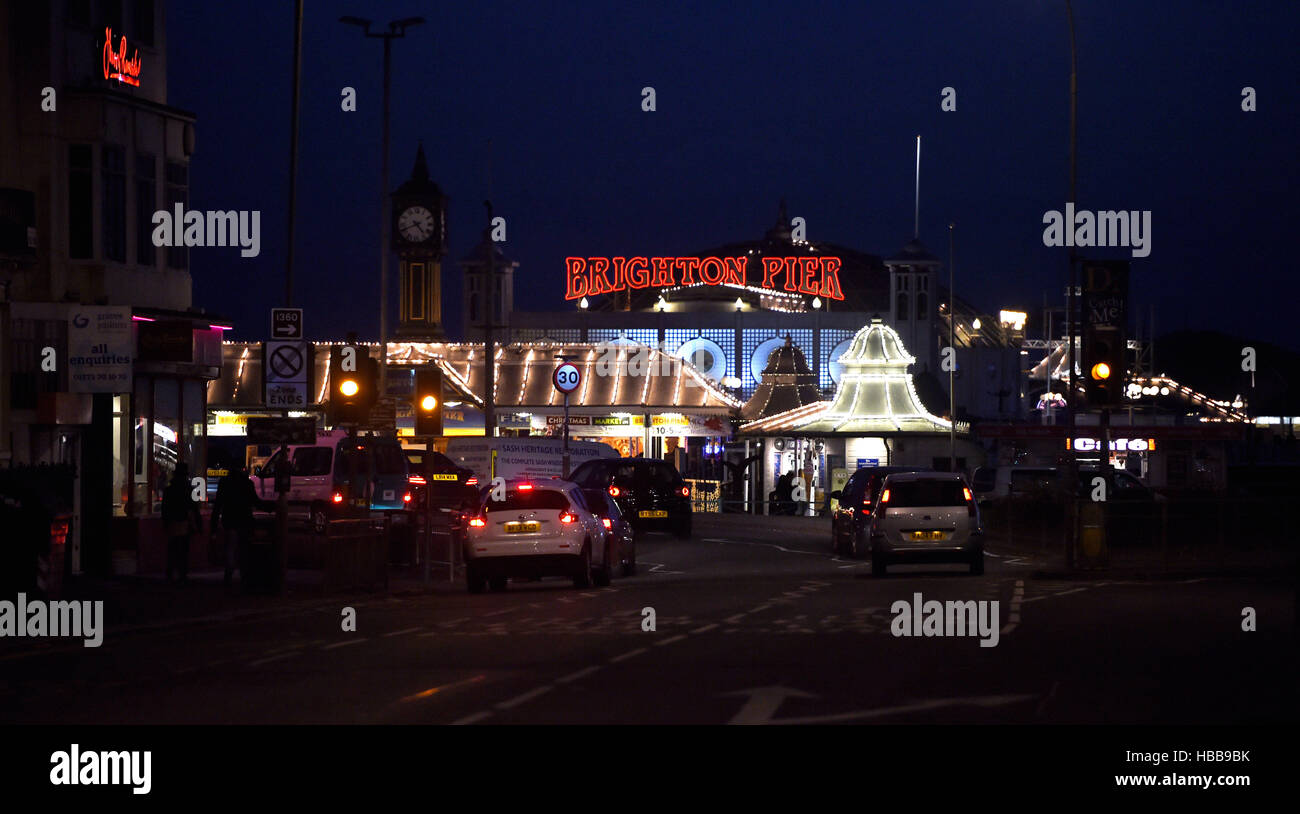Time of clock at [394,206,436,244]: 4:40
